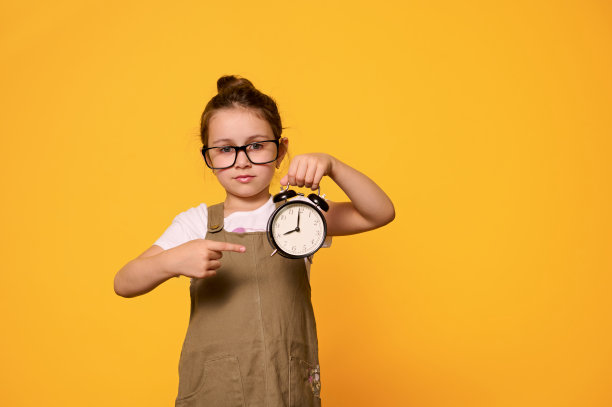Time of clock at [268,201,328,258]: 7:59
